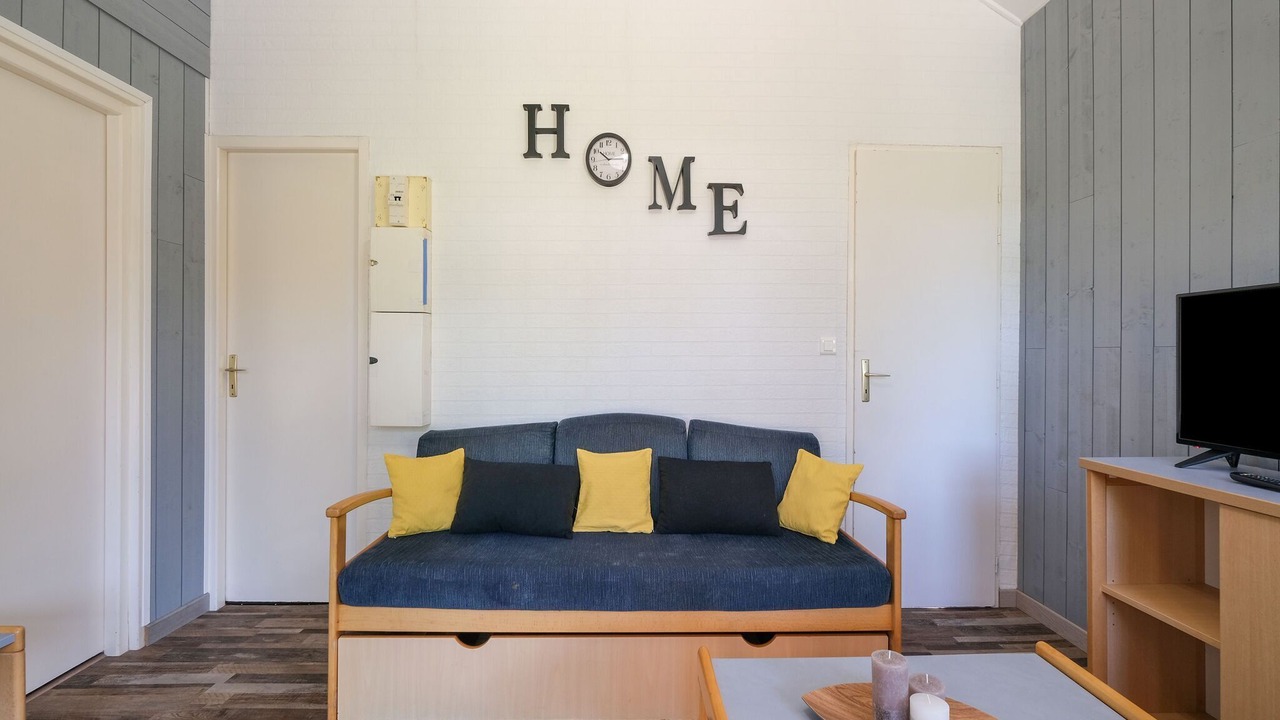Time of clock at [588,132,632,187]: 10:14
